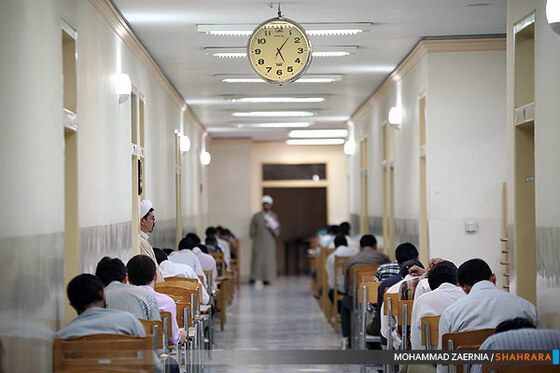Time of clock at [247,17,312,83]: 5:06
